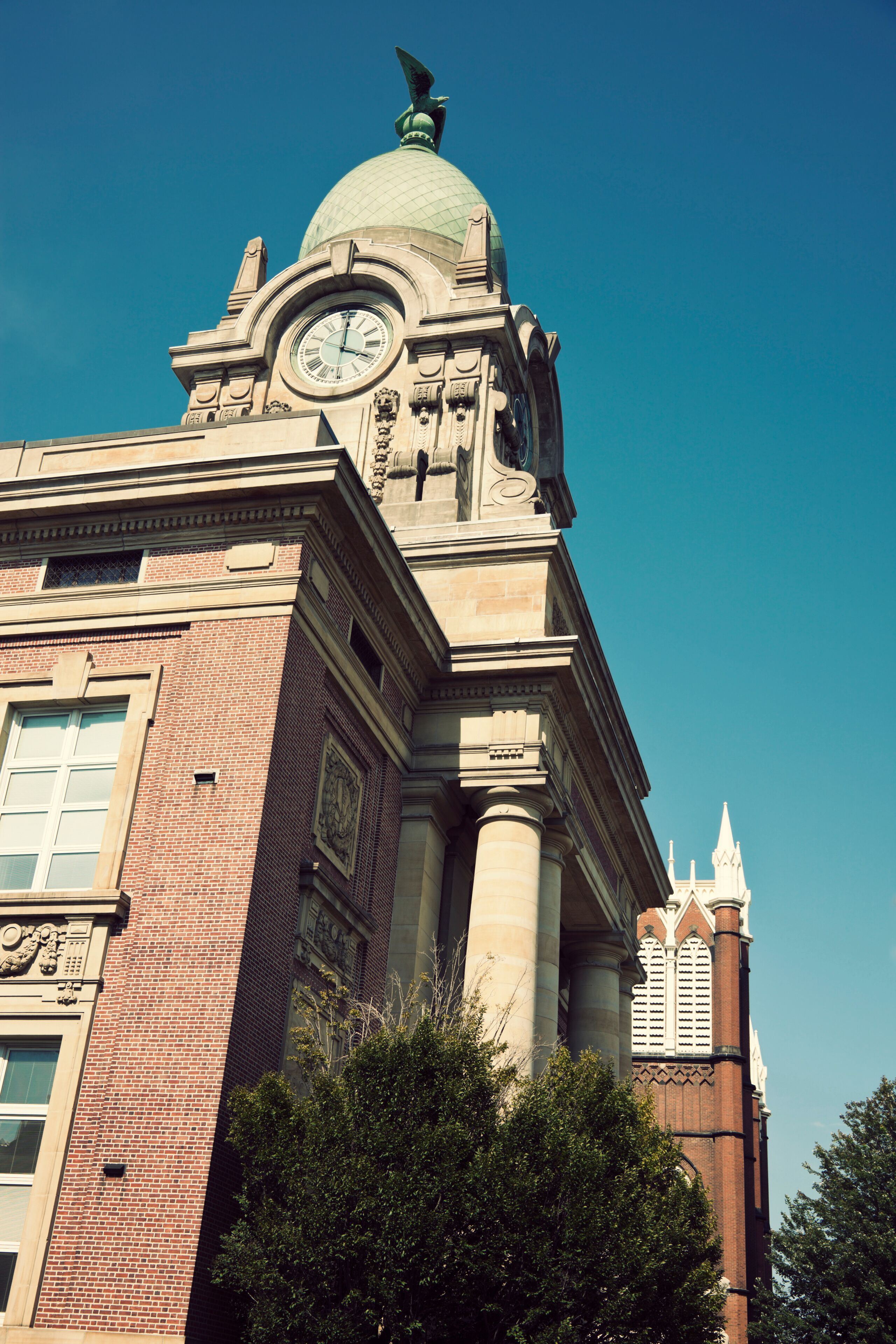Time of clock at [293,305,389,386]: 4:00
